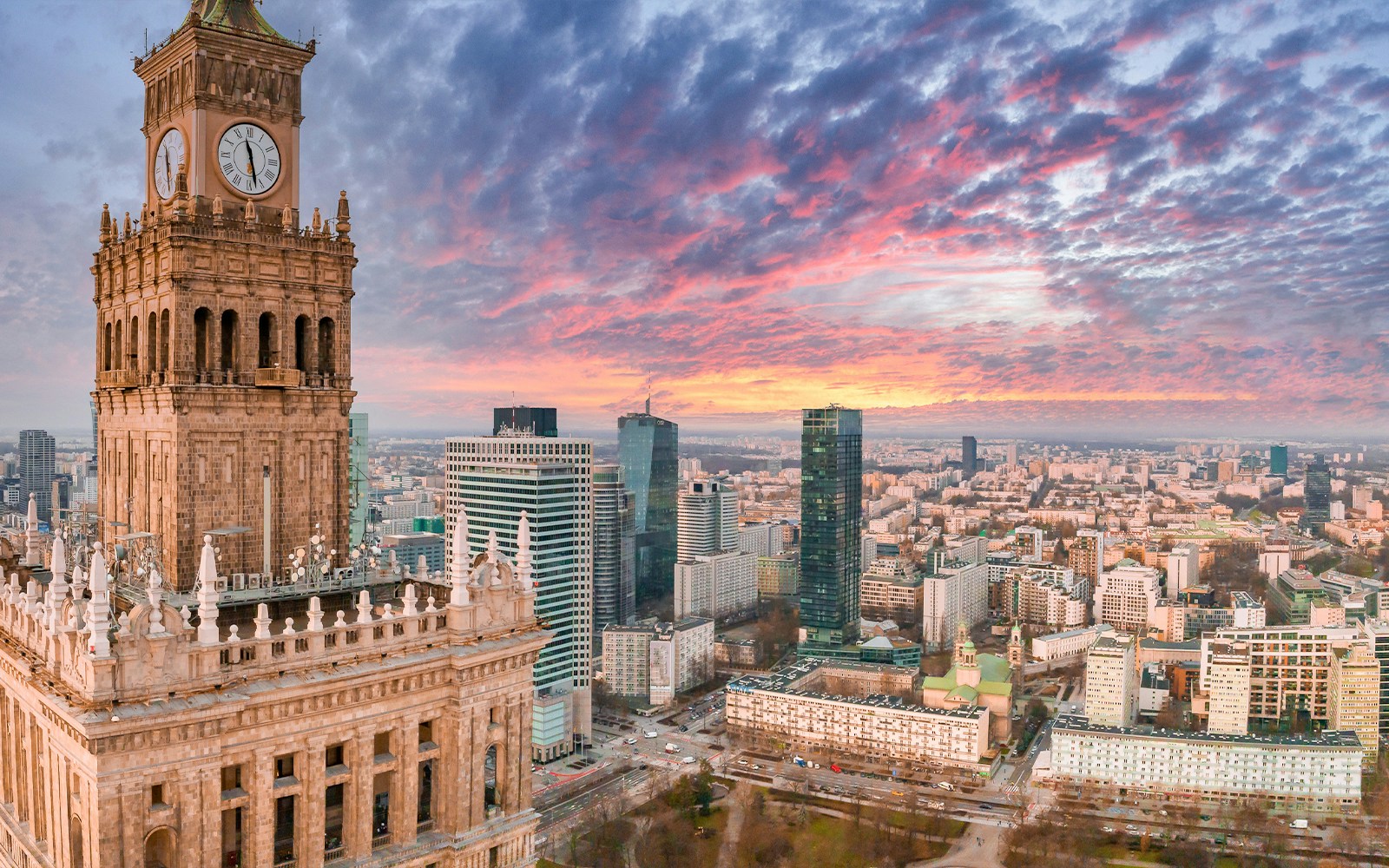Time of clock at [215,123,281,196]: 11:28
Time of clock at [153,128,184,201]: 11:28
